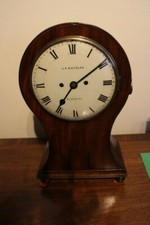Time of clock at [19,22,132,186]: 7:09
